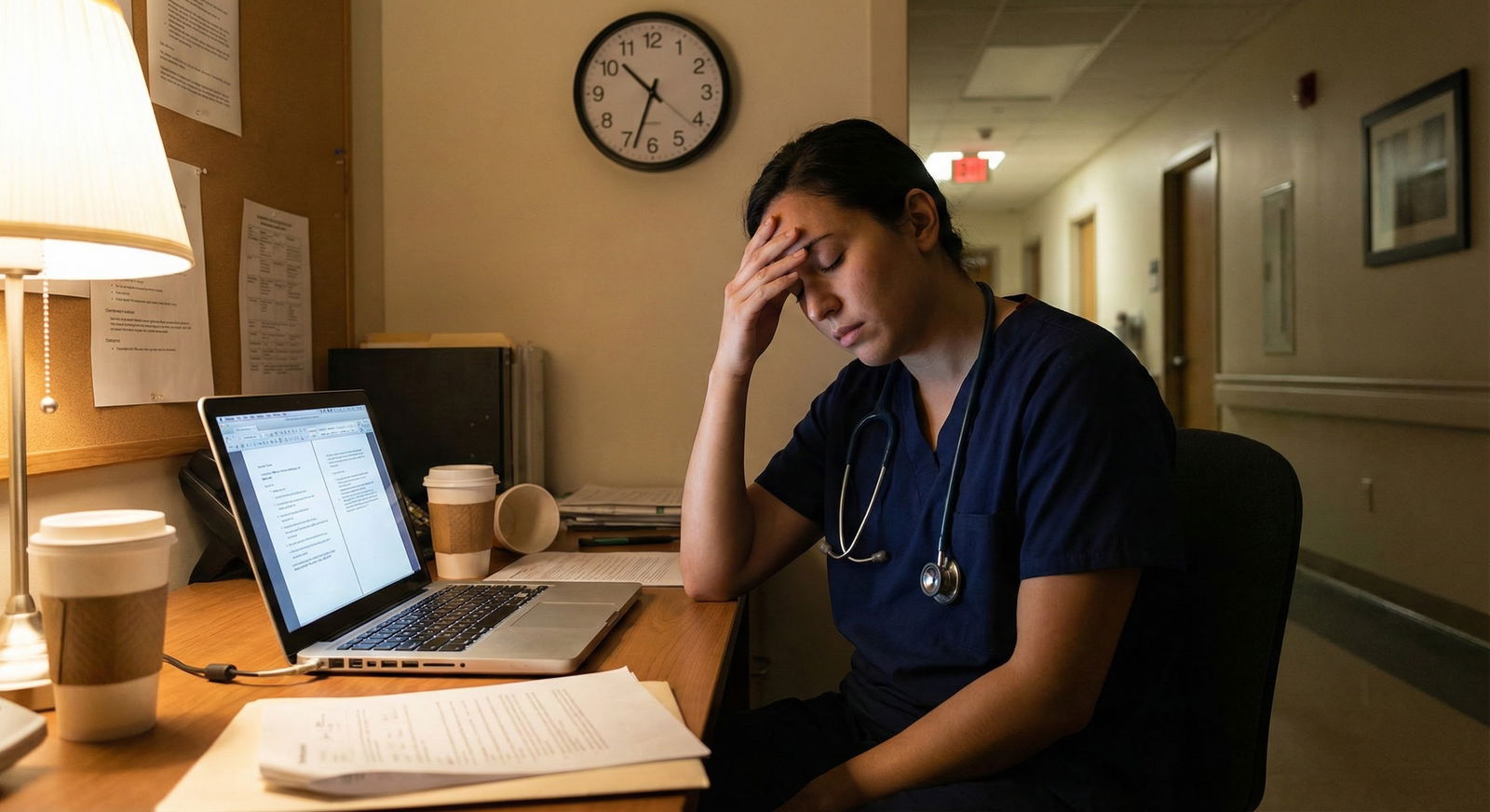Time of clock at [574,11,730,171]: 10:33
